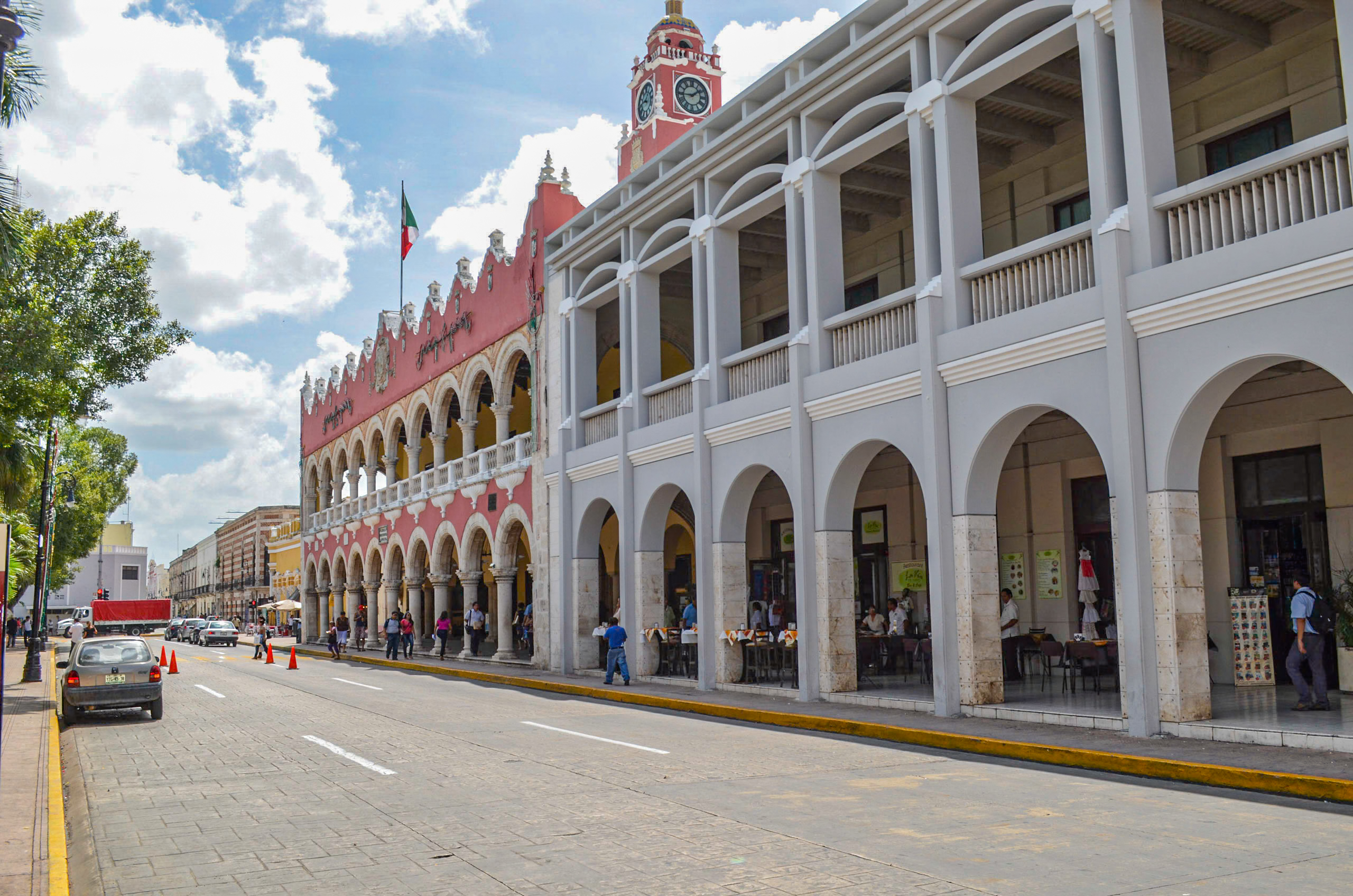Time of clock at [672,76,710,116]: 1:44
